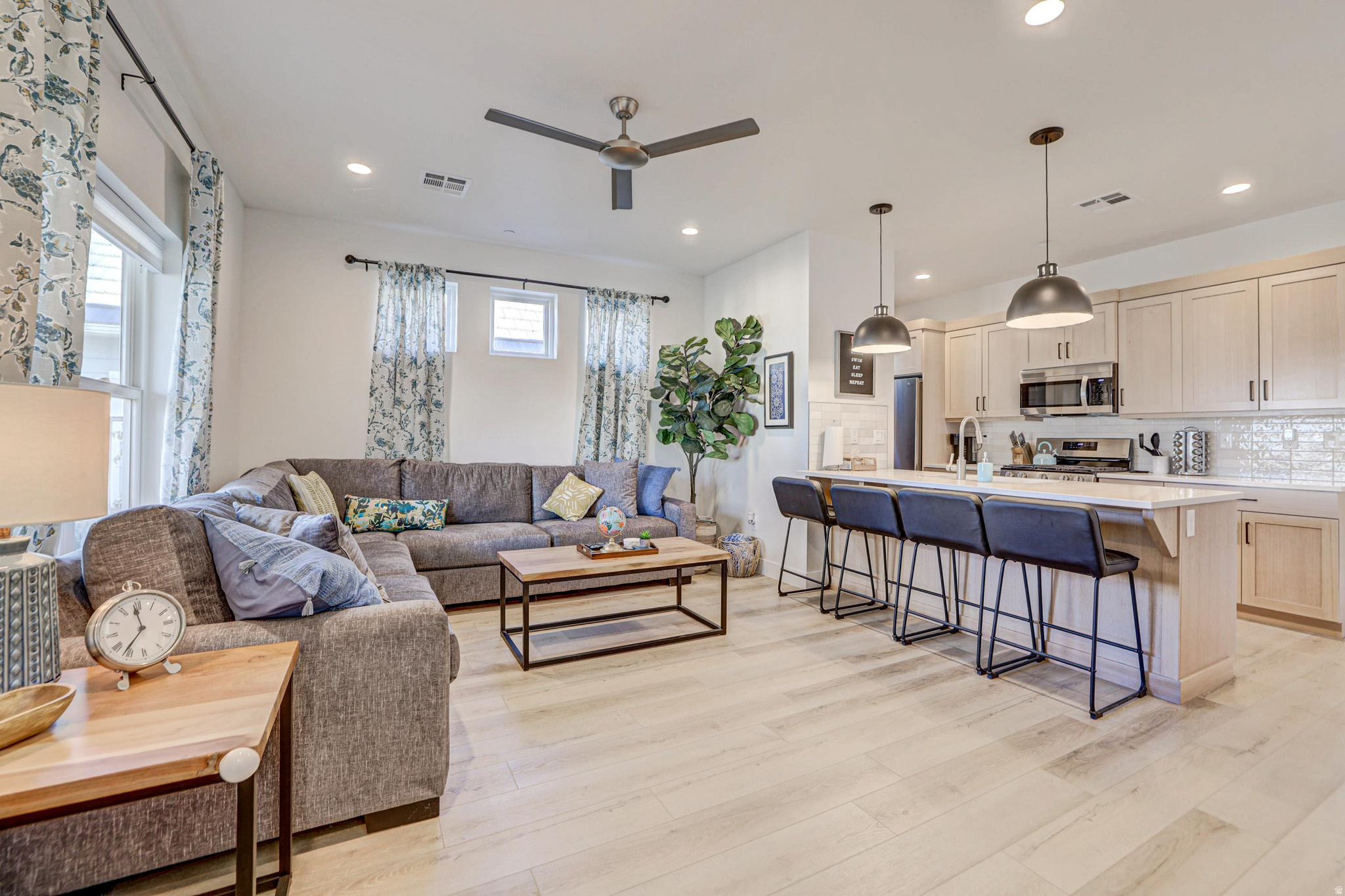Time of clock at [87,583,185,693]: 11:36
